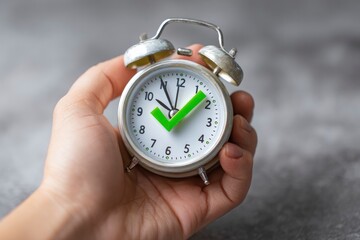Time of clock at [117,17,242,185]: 9:55
